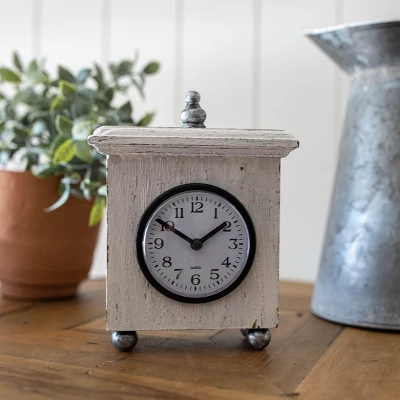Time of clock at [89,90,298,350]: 1:50
